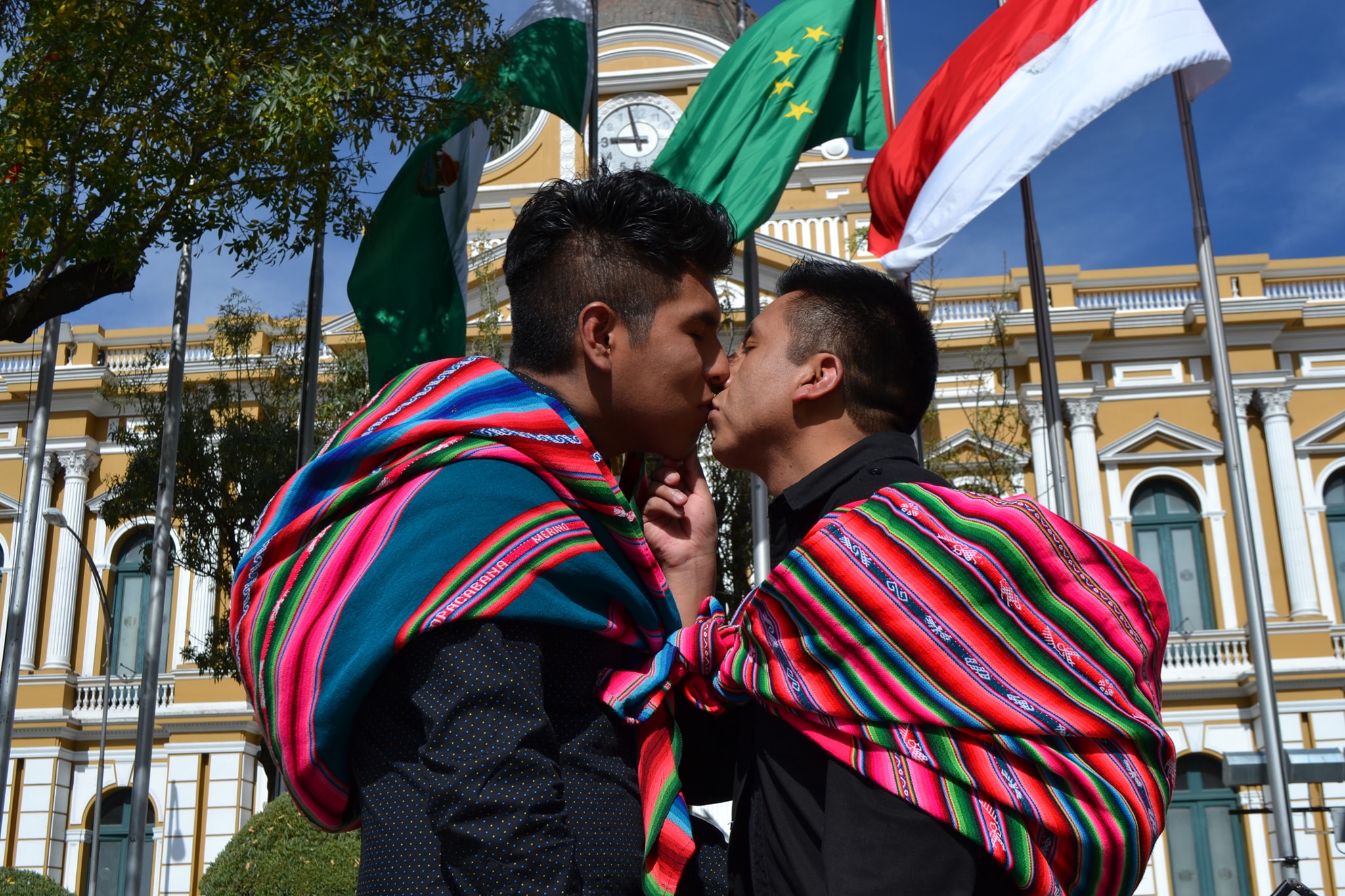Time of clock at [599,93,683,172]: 8:57
